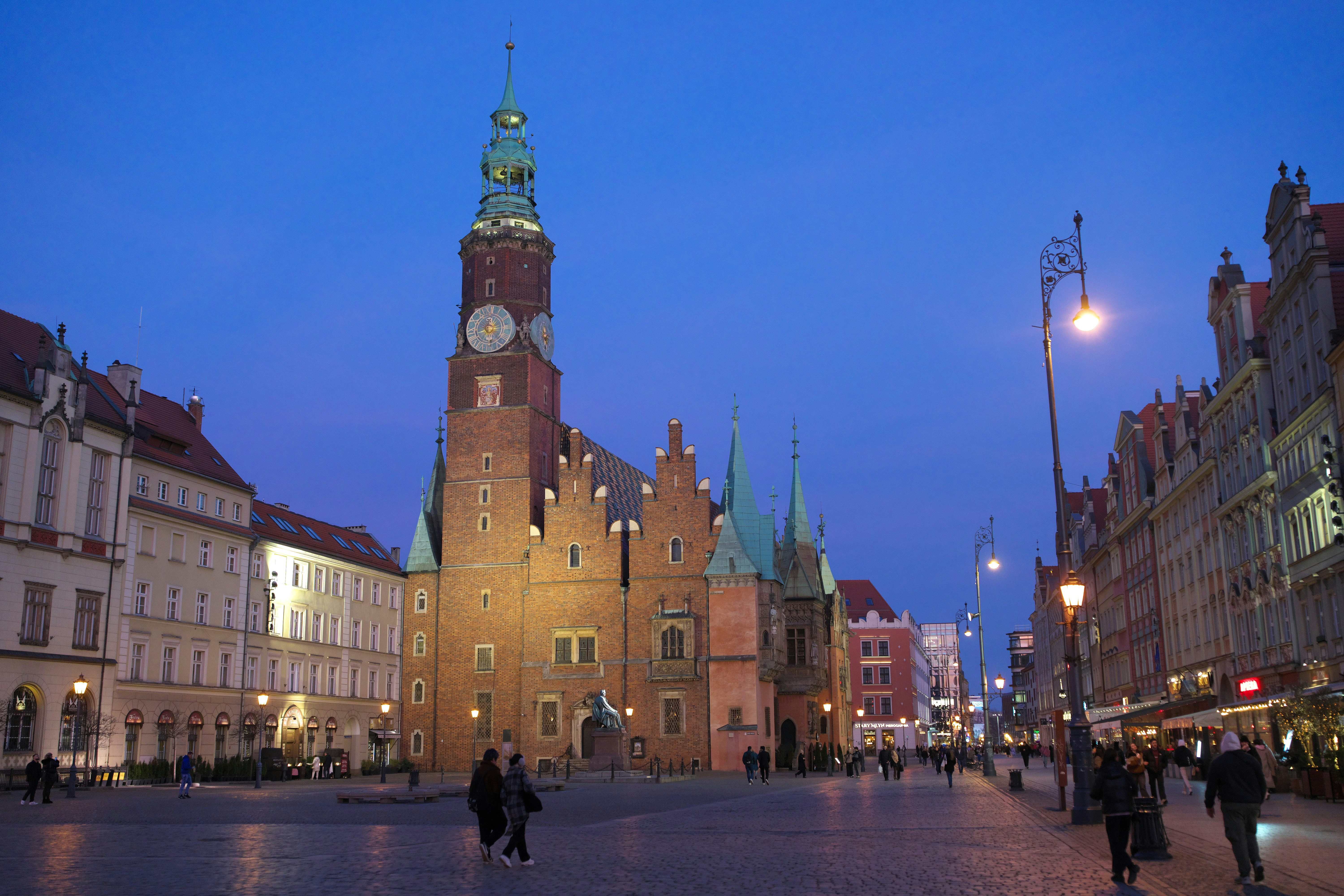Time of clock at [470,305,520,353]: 12:14
